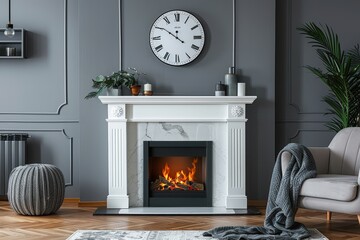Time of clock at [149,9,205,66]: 11:50
